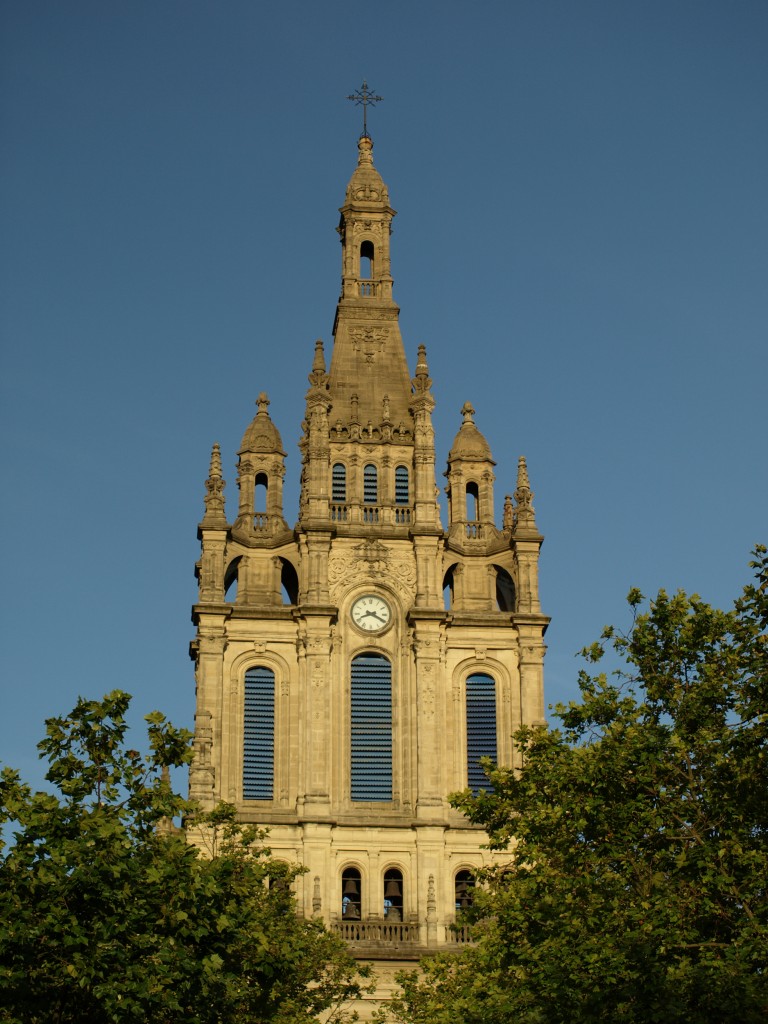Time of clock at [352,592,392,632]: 8:19
